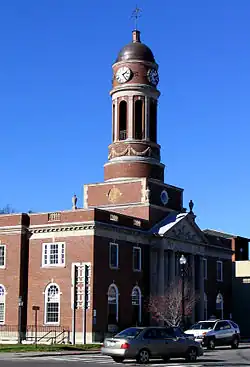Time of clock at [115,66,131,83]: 2:23
